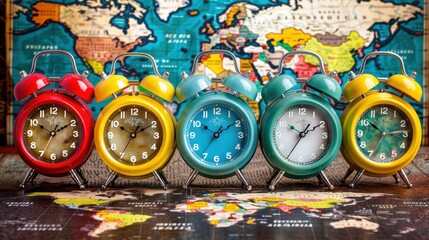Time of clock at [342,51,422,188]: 10:14
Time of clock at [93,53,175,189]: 10:10
